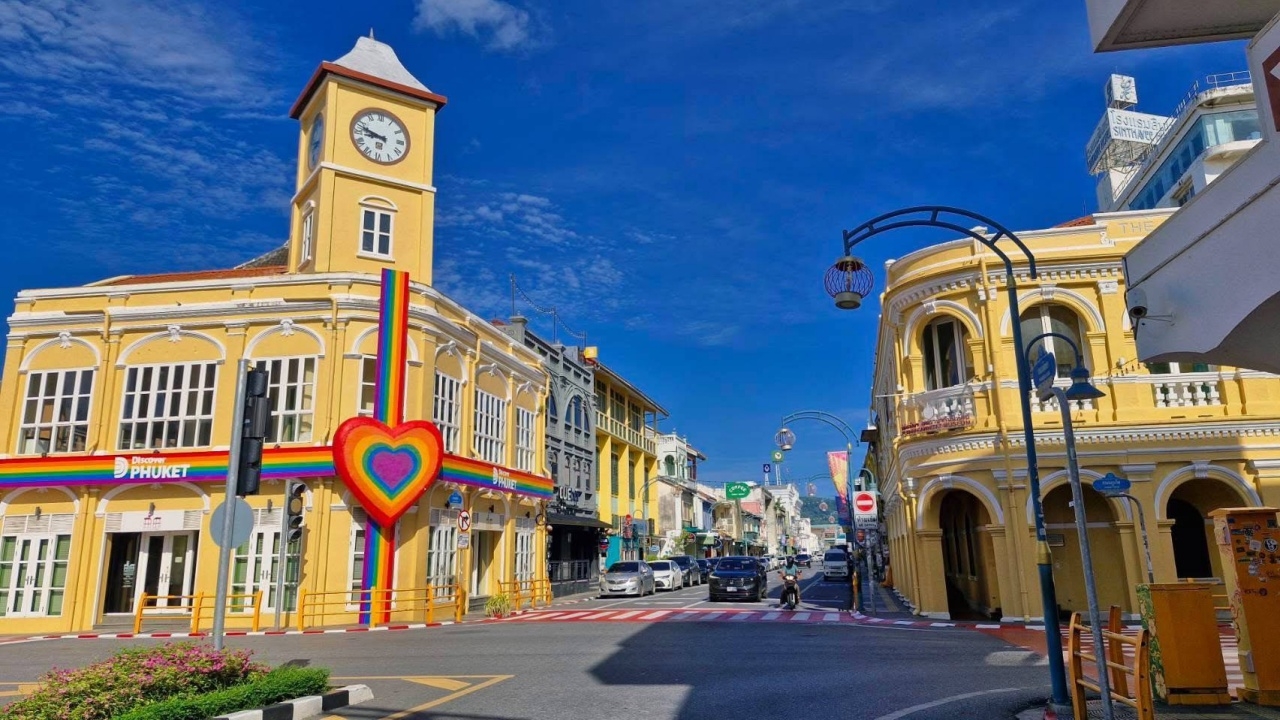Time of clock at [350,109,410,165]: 8:47
